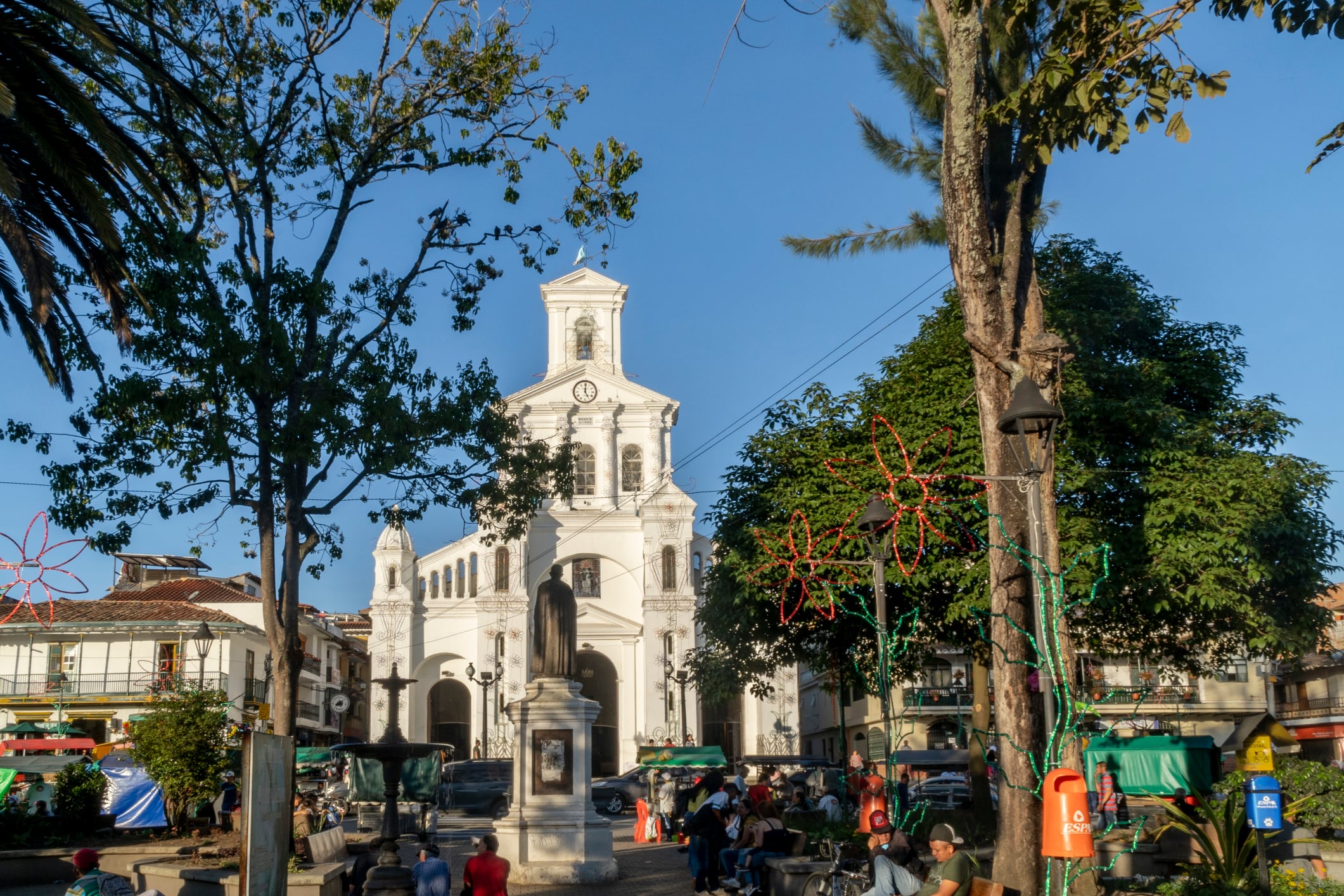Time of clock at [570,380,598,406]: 5:00
